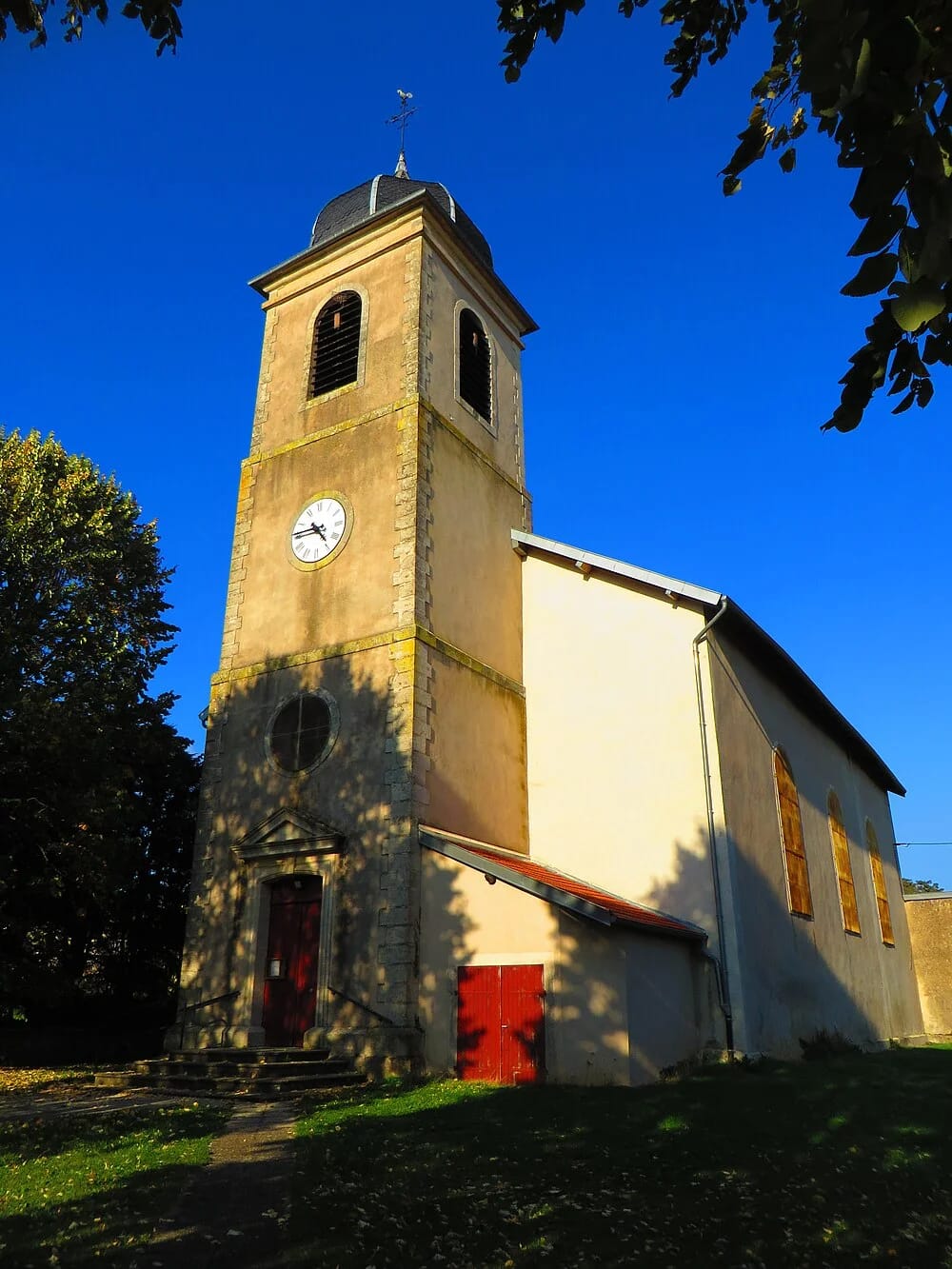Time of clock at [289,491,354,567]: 4:45
